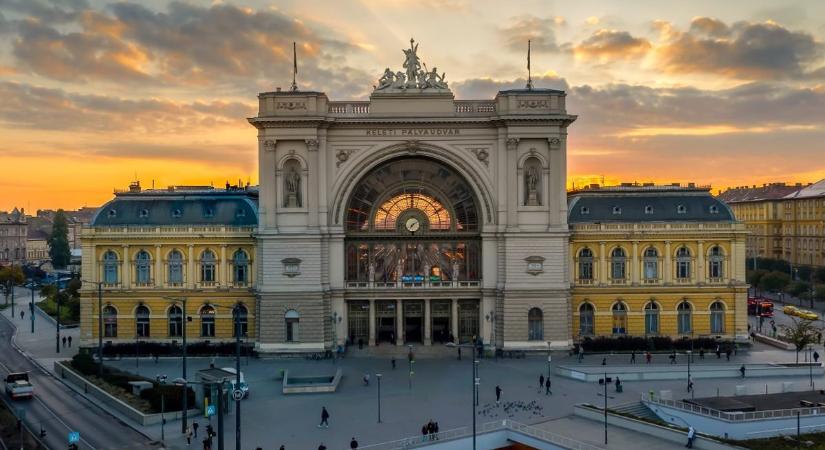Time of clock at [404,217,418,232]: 7:09
